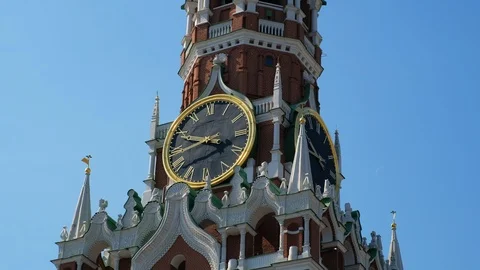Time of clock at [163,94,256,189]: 3:48
